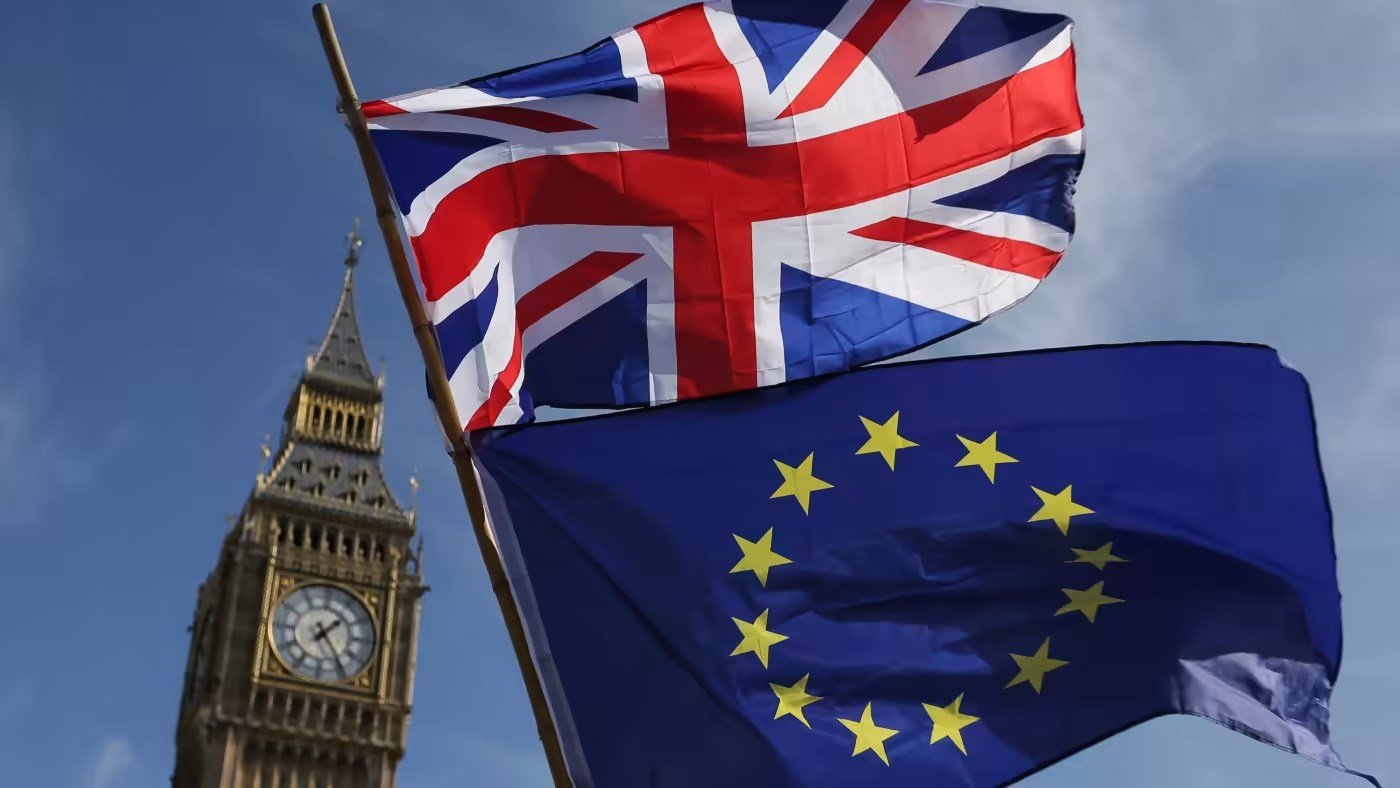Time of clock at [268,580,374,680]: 1:24
